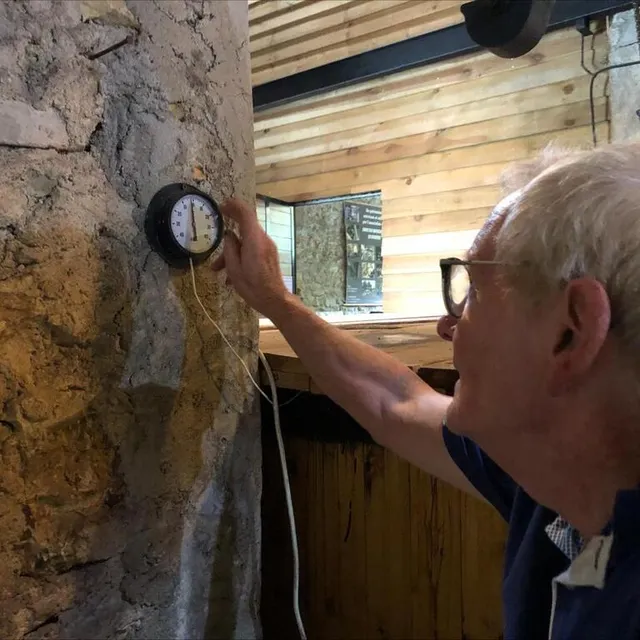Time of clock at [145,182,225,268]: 5:59
